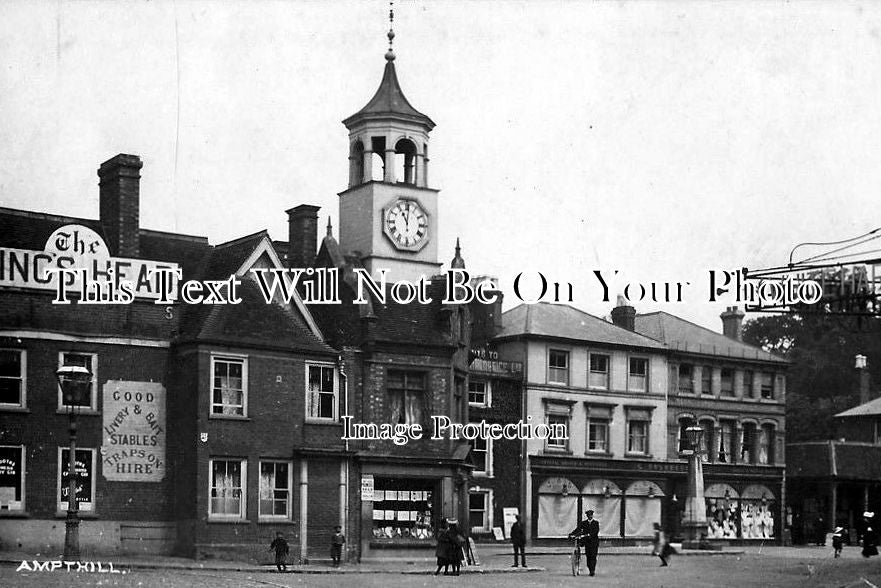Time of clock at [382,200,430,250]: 11:00
